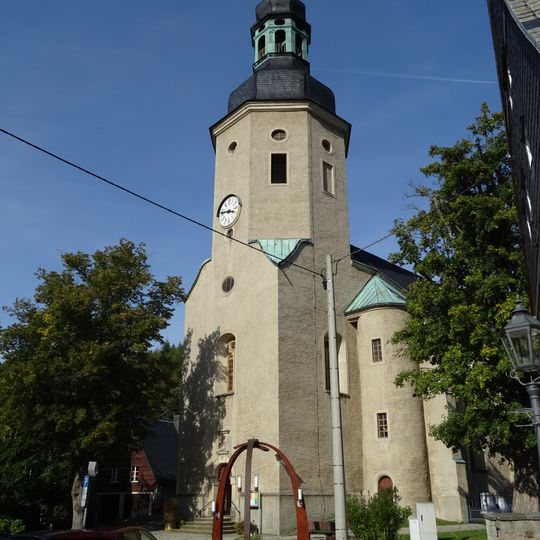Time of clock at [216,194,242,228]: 3:46
